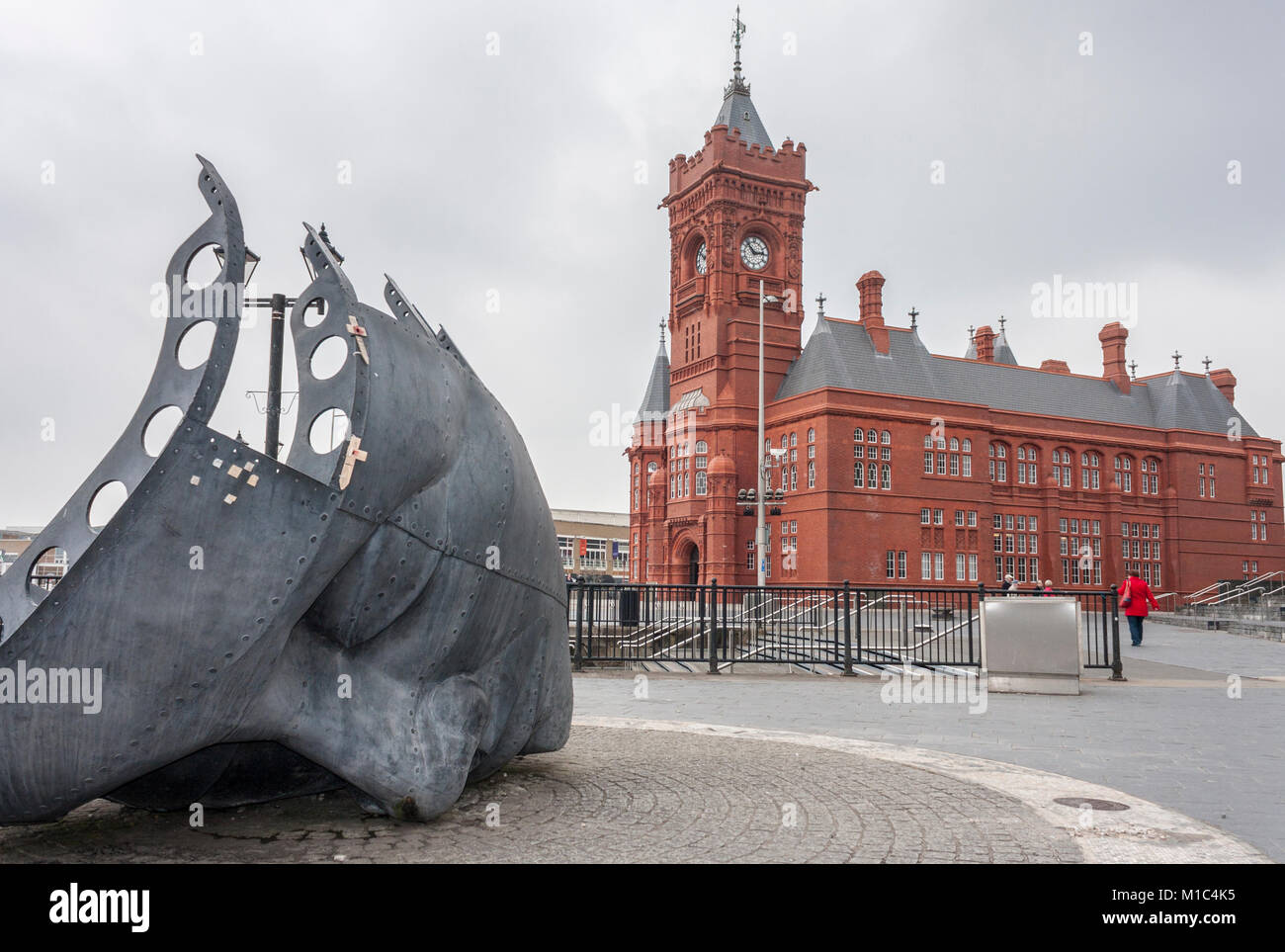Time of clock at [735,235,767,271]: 2:52
